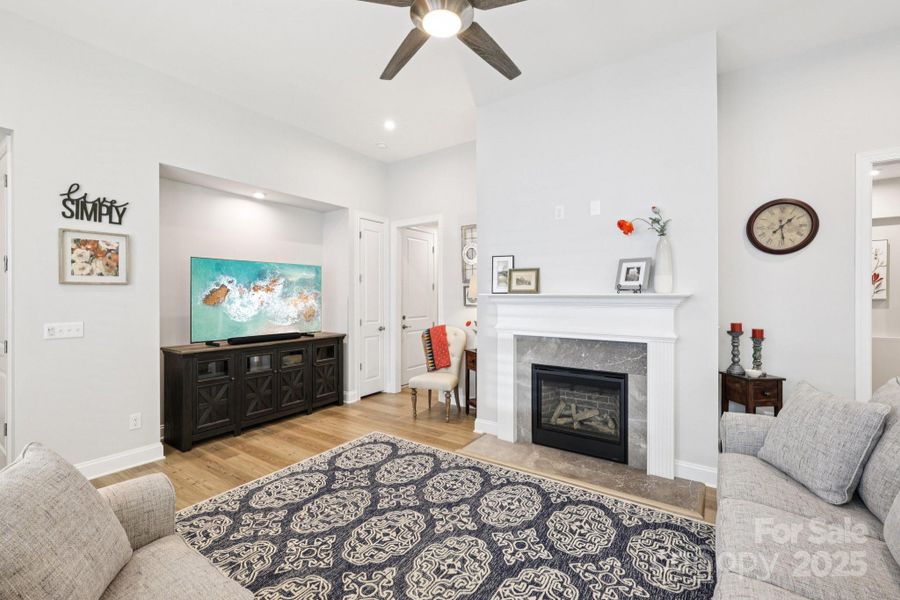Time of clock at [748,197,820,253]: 1:28
